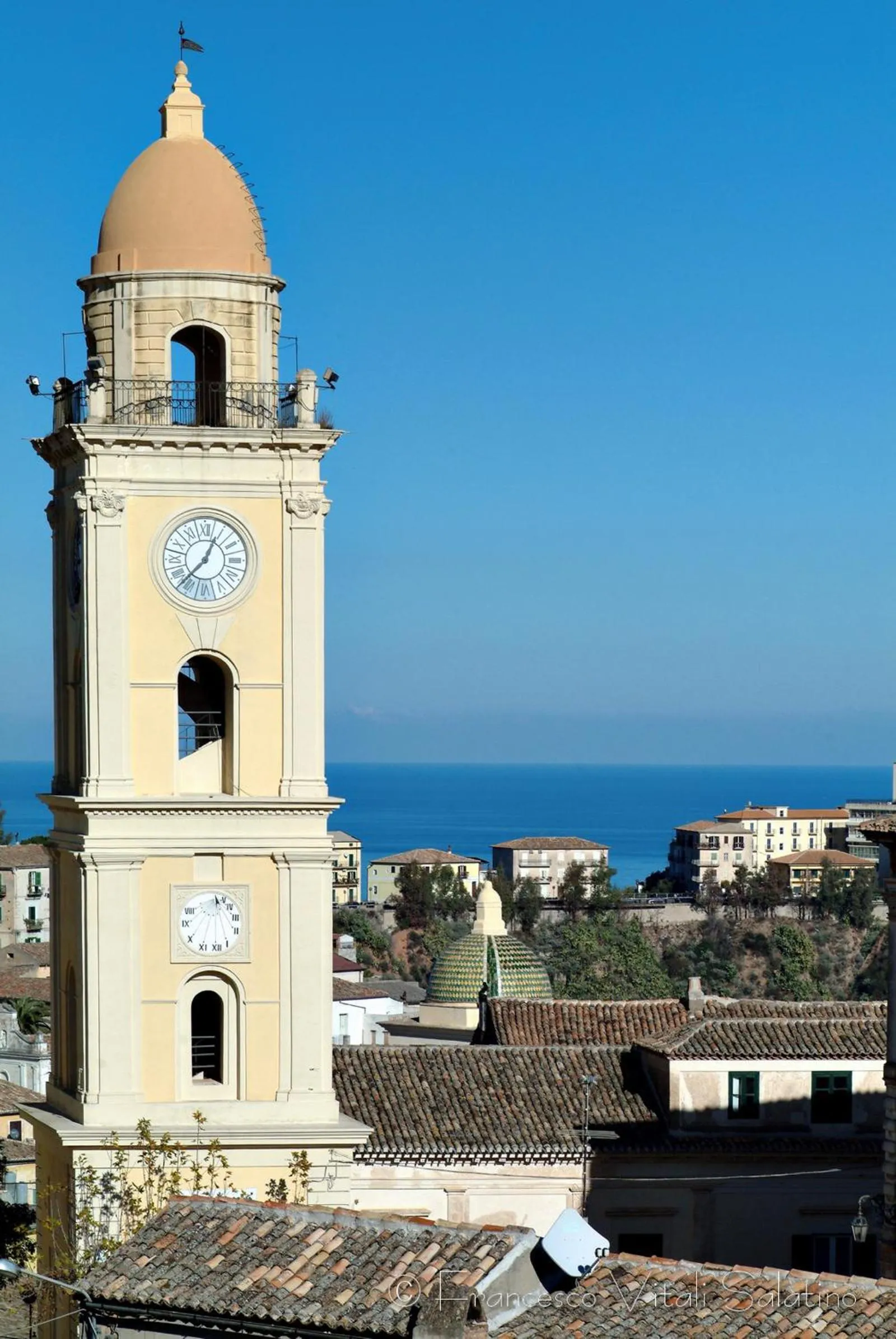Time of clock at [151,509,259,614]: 12:37
